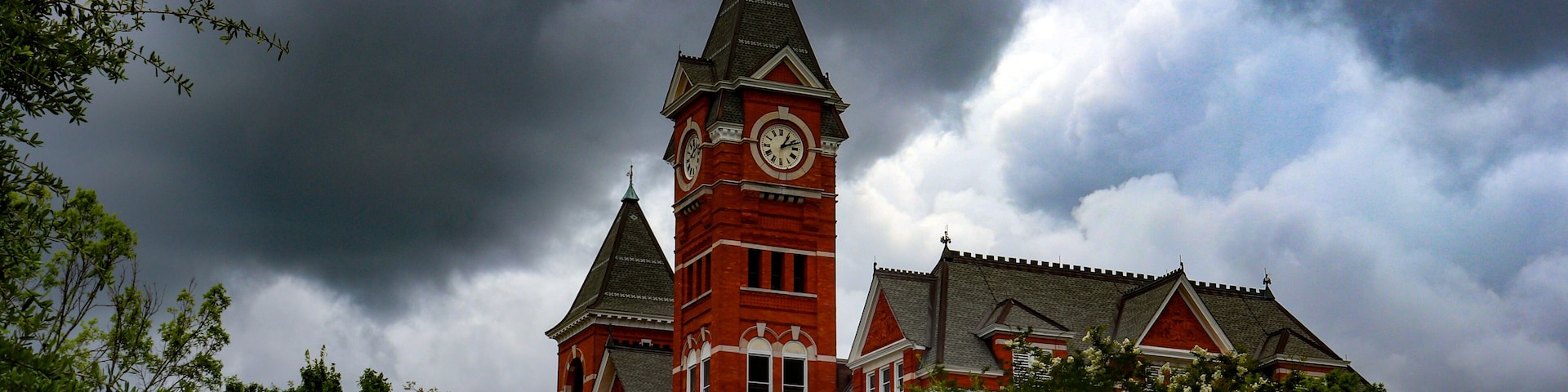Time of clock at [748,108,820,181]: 1:11
